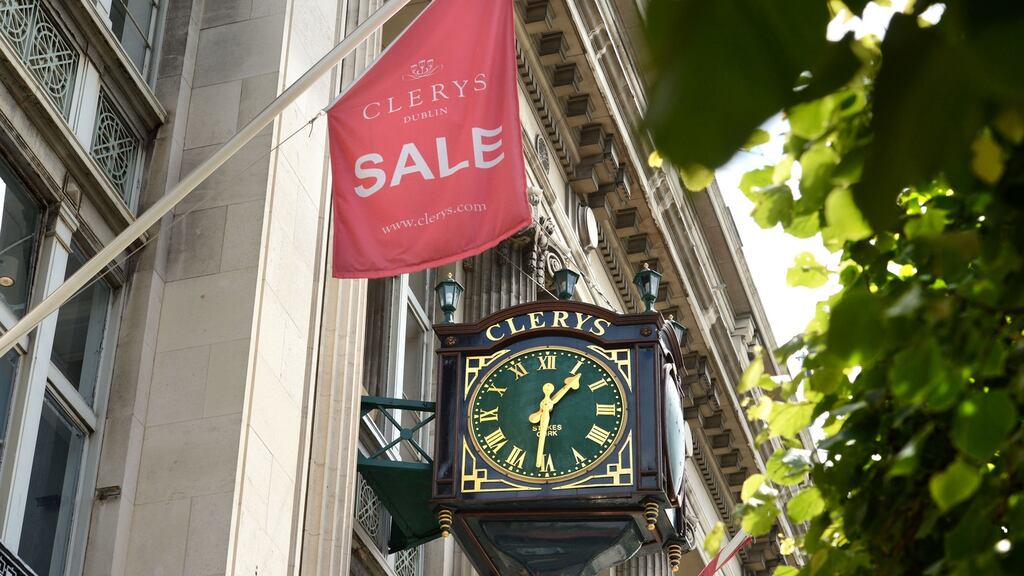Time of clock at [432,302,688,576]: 1:31
